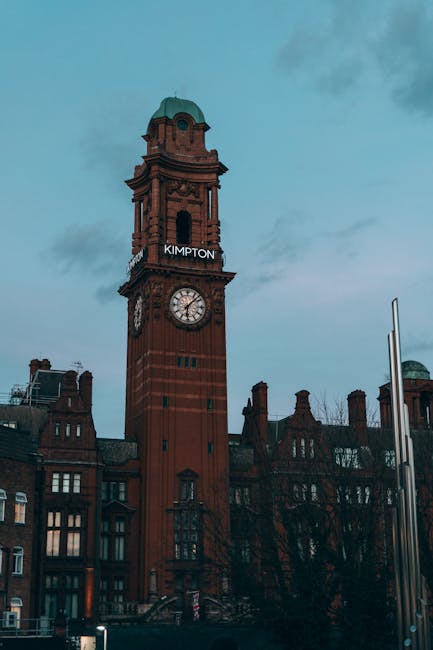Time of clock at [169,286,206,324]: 6:07
